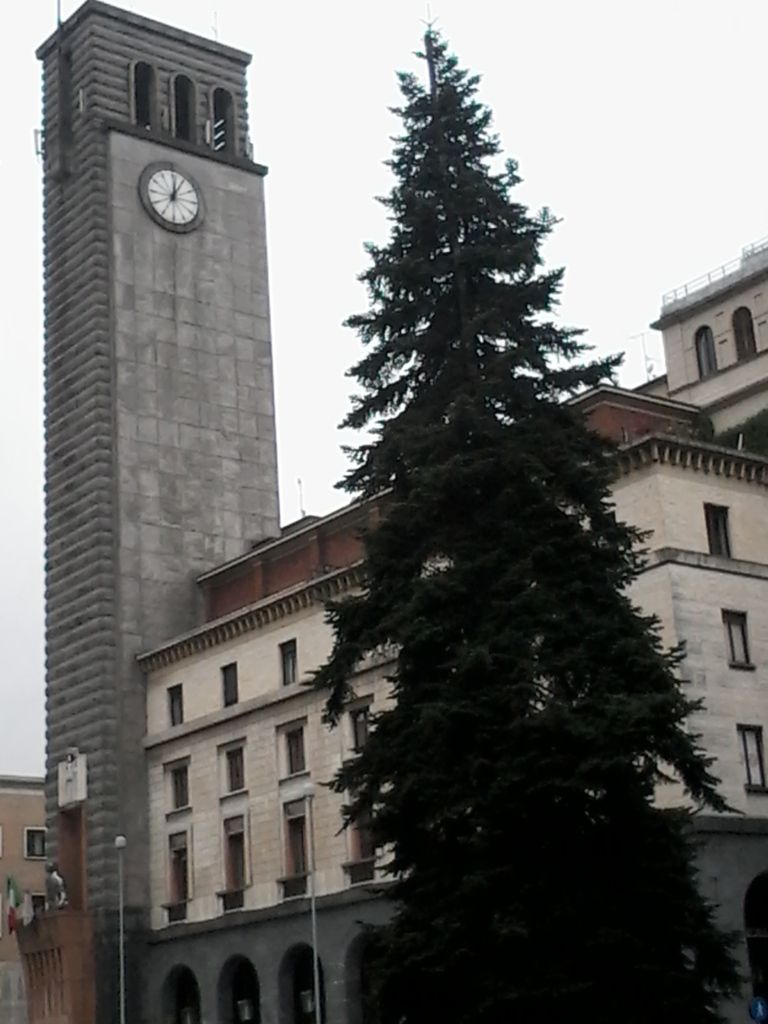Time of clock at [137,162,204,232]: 12:04
